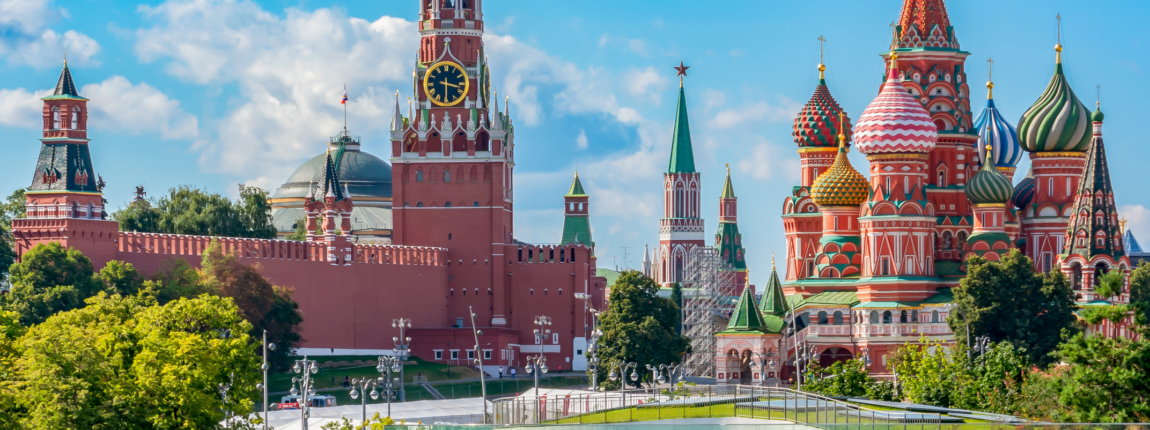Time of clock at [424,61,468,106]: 3:29
